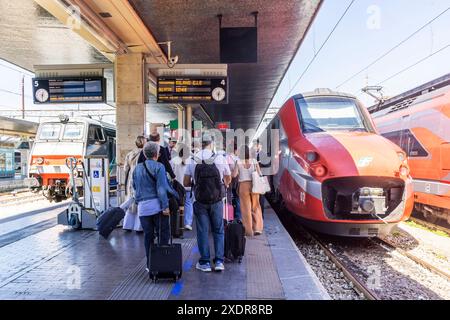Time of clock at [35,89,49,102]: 12:30
